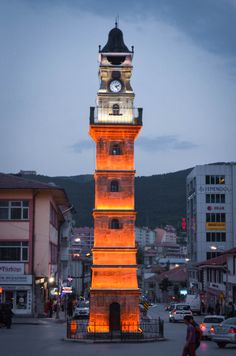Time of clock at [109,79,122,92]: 2:23
